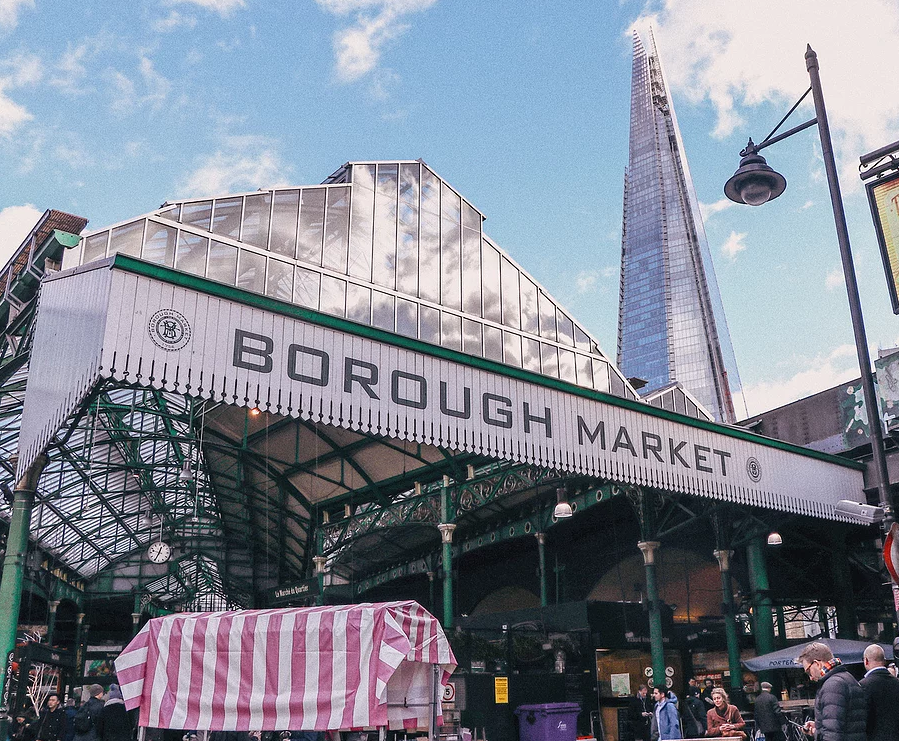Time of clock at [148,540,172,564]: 12:34
